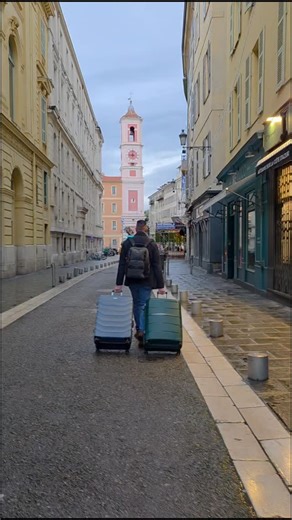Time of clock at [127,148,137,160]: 9:01
